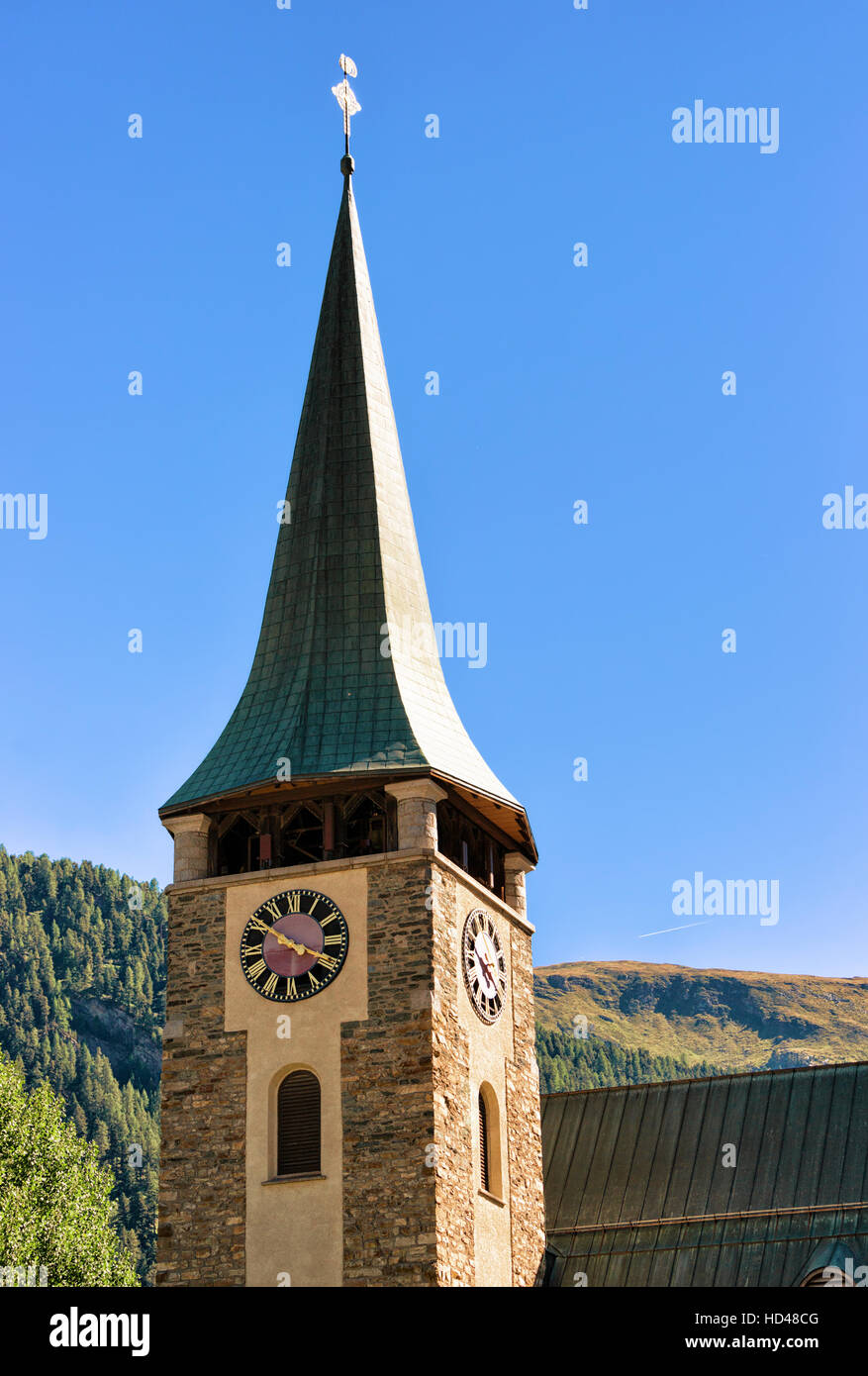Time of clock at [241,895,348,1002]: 3:50
